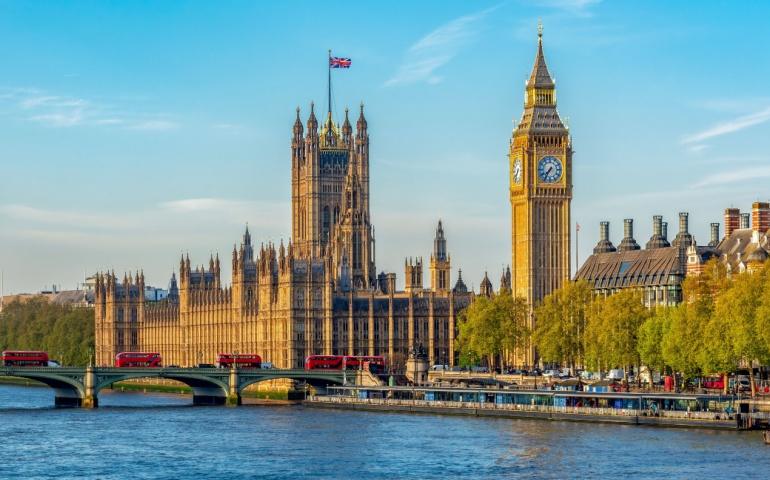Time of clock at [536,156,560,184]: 7:35
